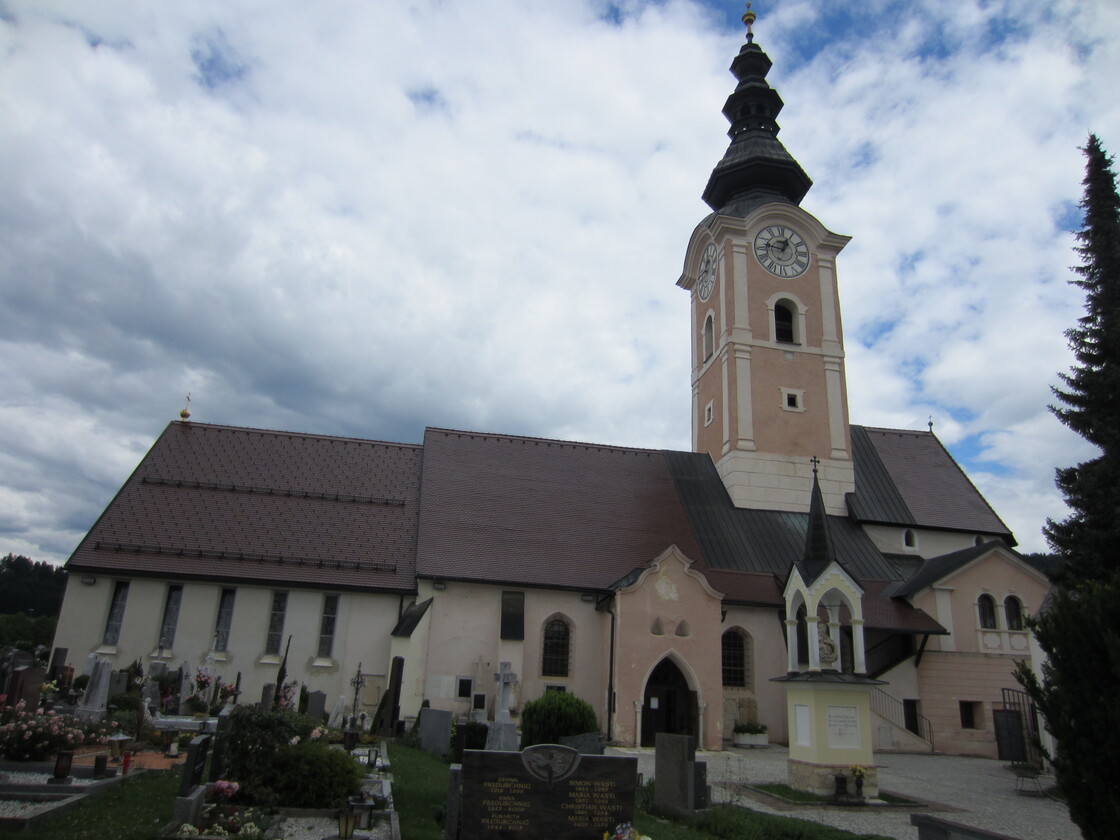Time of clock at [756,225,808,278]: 12:46
